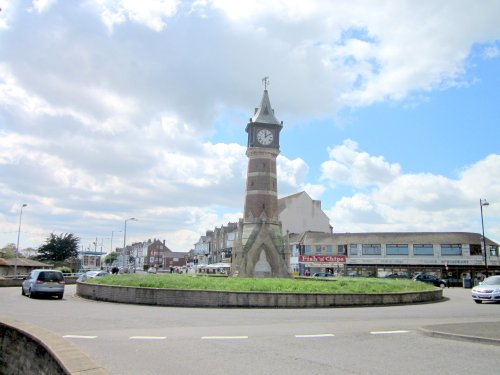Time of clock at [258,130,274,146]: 12:09
